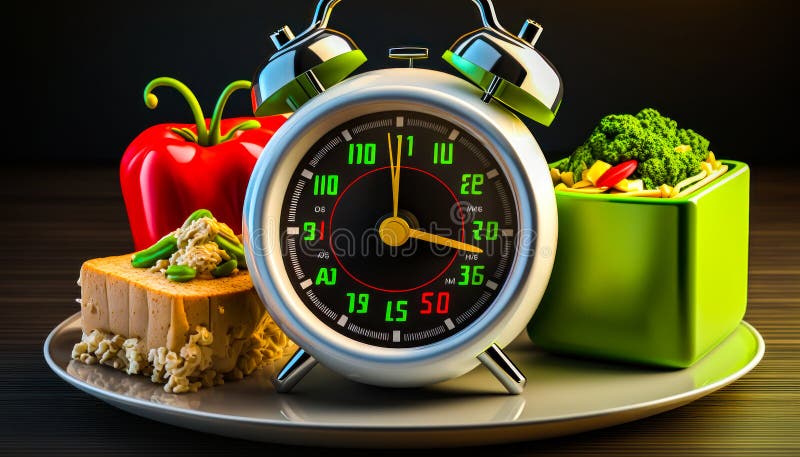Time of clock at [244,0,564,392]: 3:17
